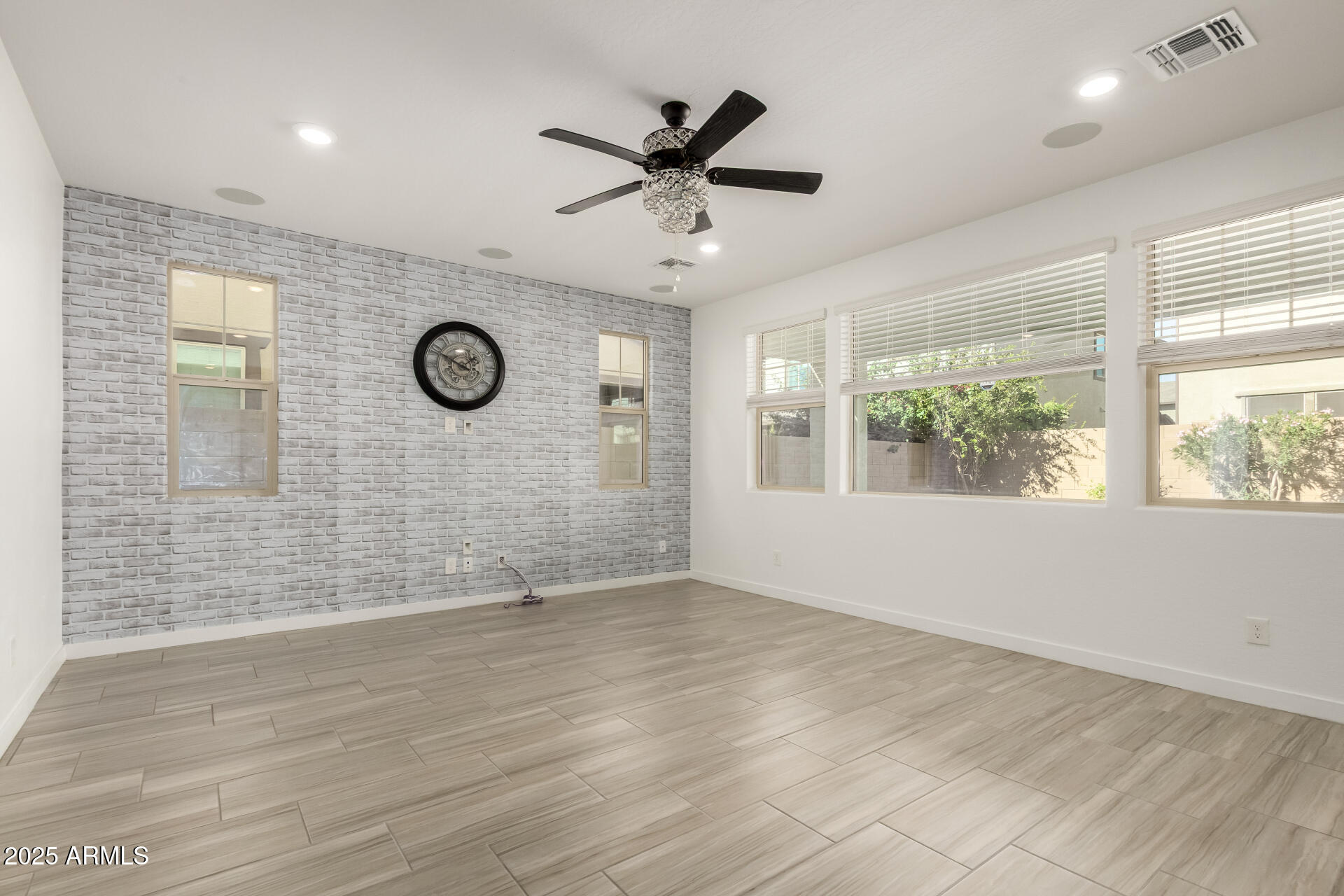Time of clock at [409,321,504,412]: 1:49
